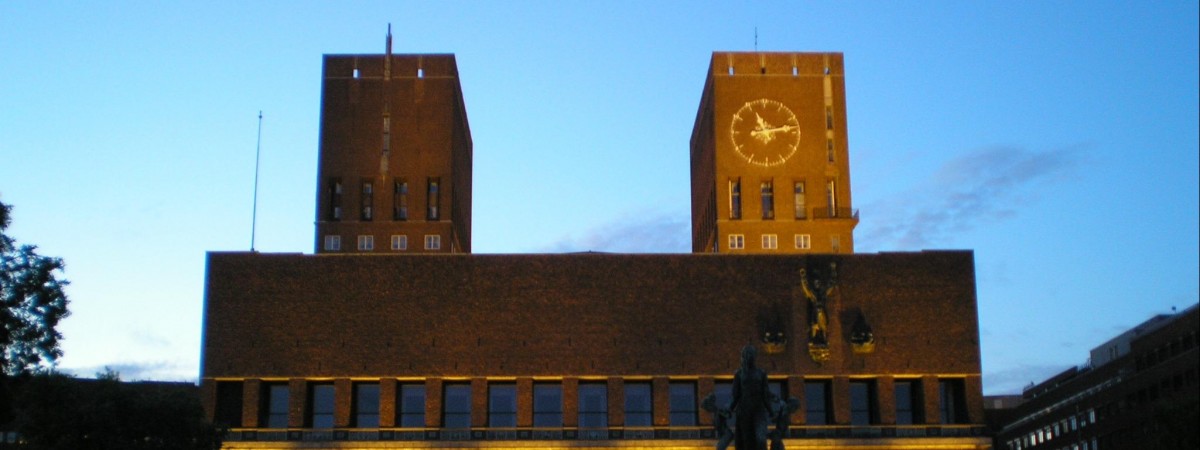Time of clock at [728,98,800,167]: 11:13
